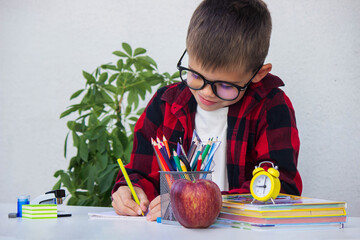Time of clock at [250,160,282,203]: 9:01
